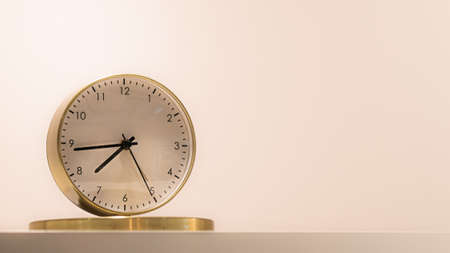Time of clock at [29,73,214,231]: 7:43
